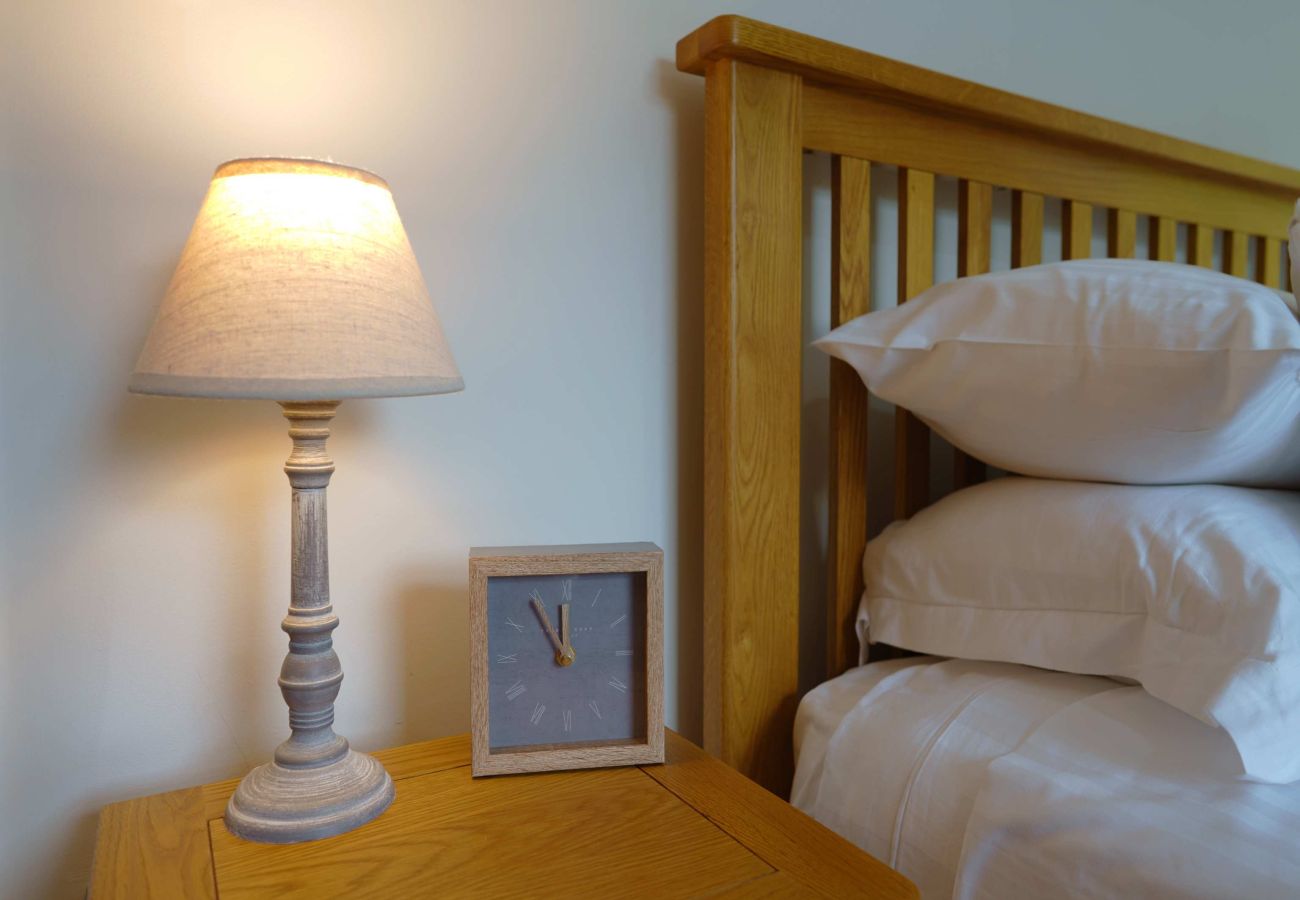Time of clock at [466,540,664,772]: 11:54
